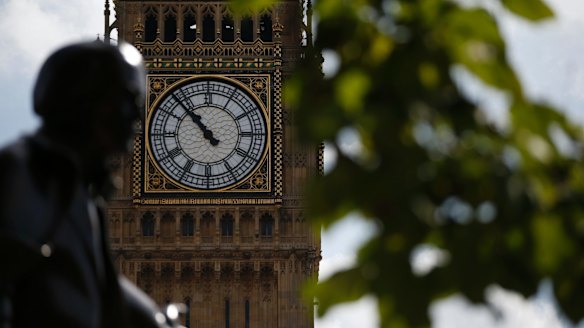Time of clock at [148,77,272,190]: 10:52
